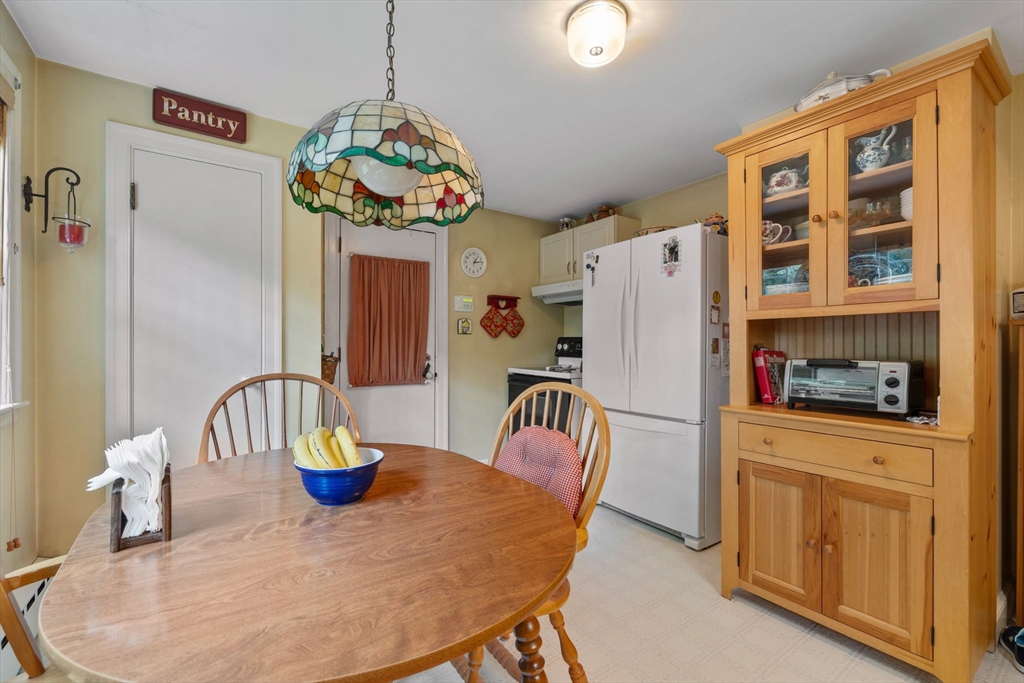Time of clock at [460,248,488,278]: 1:13
